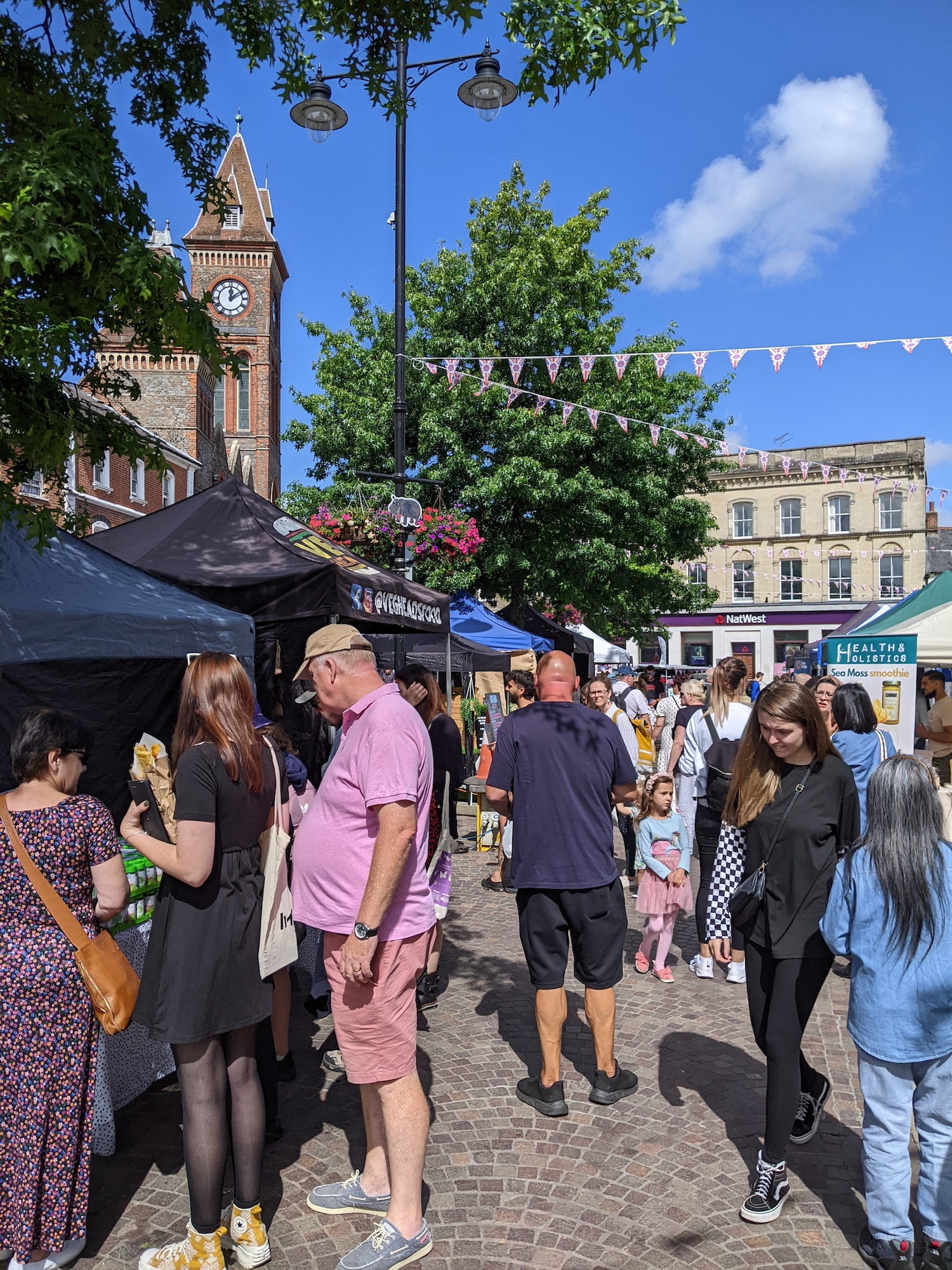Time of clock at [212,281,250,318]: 12:09
